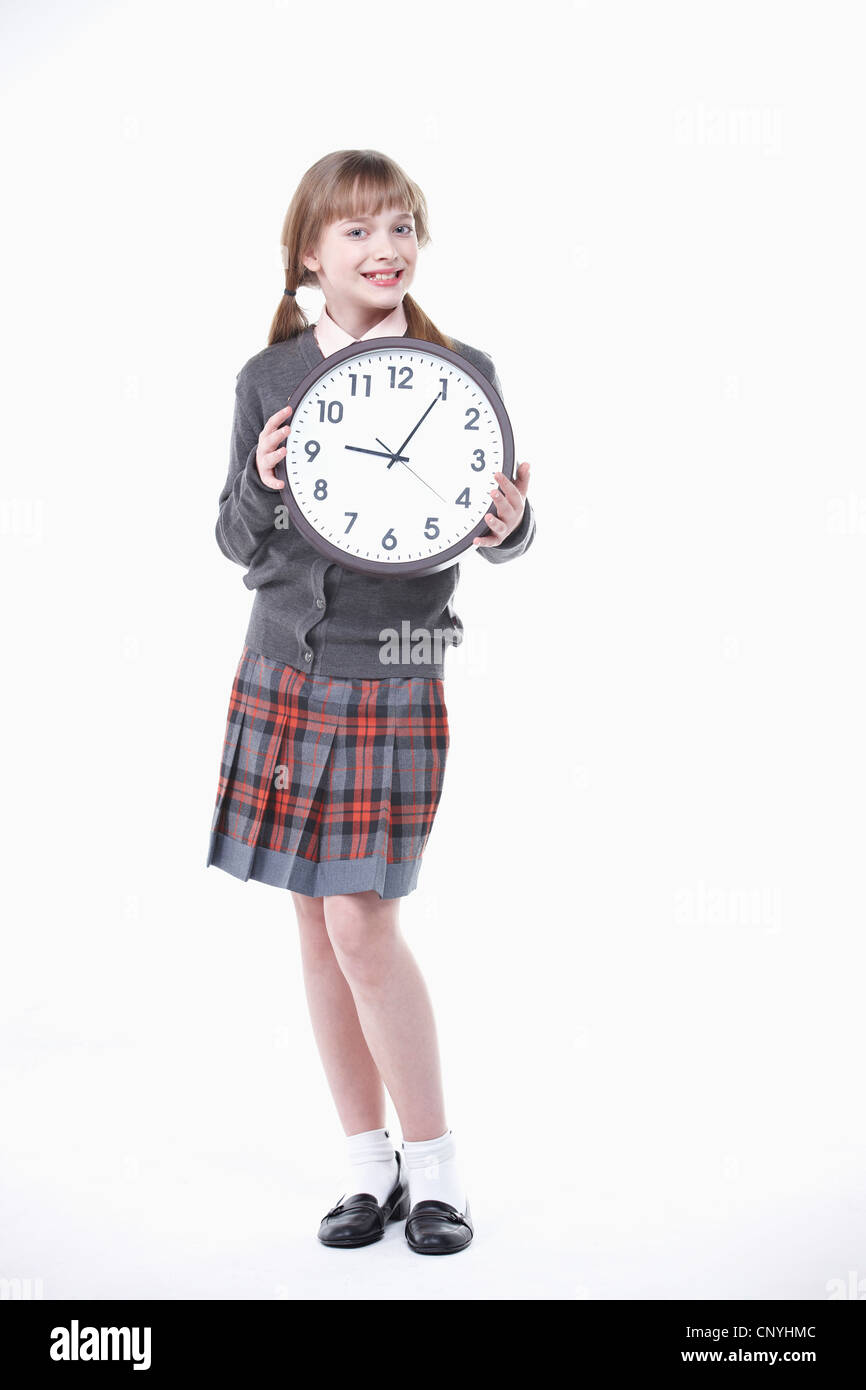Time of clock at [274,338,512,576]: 9:05
